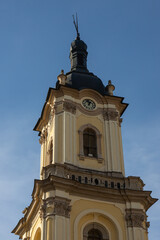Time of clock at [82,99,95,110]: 12:57
